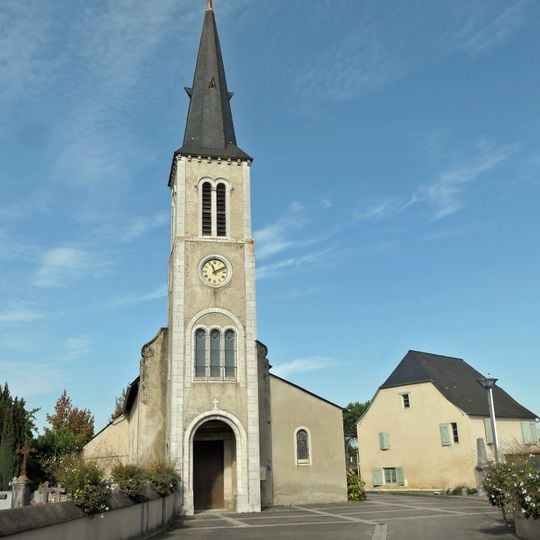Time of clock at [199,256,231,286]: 11:10
